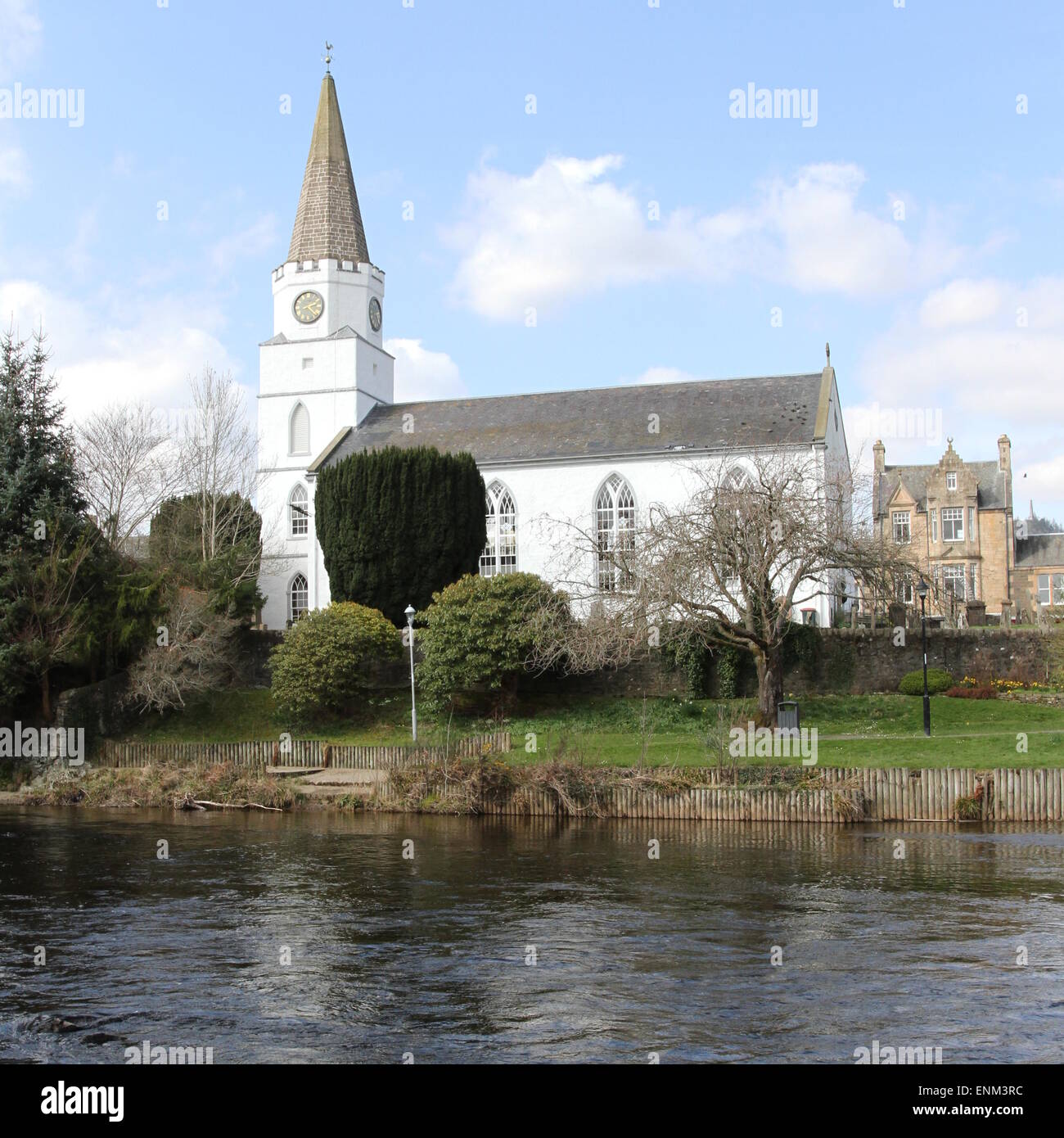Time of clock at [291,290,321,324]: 2:21
